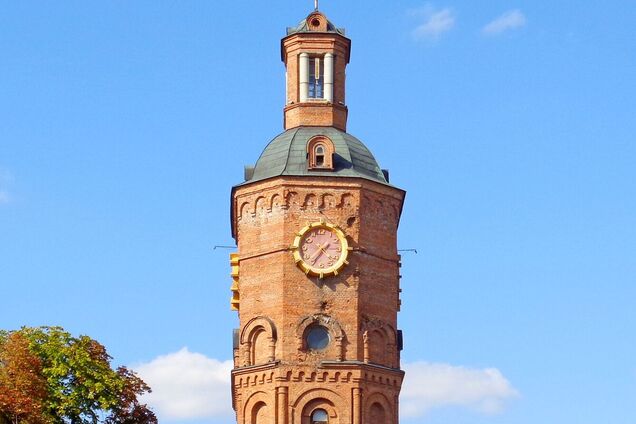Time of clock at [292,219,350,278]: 1:35
